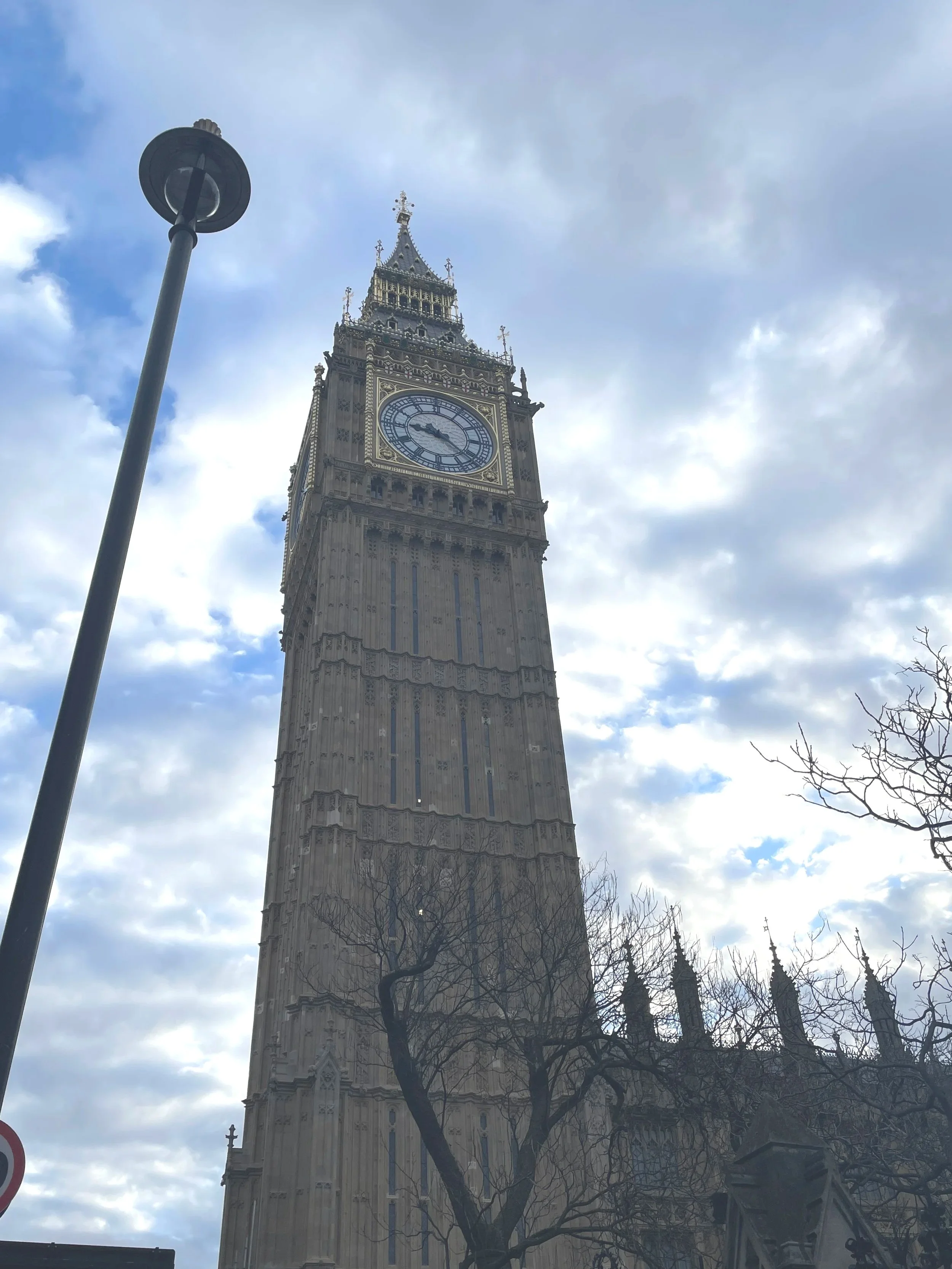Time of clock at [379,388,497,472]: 9:22
